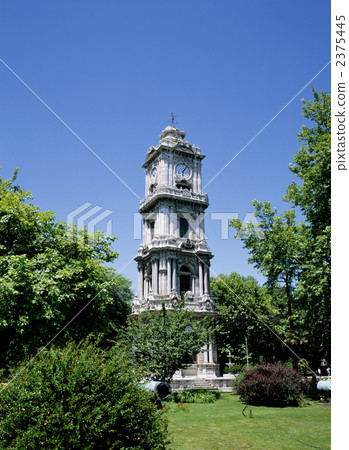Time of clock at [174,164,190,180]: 6:06
